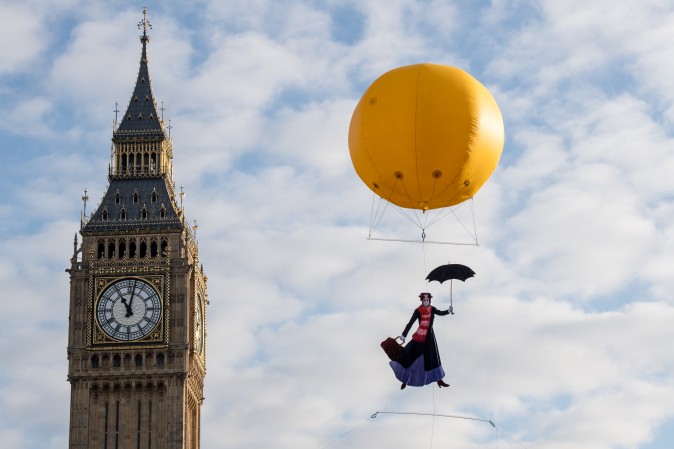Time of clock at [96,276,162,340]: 11:02
